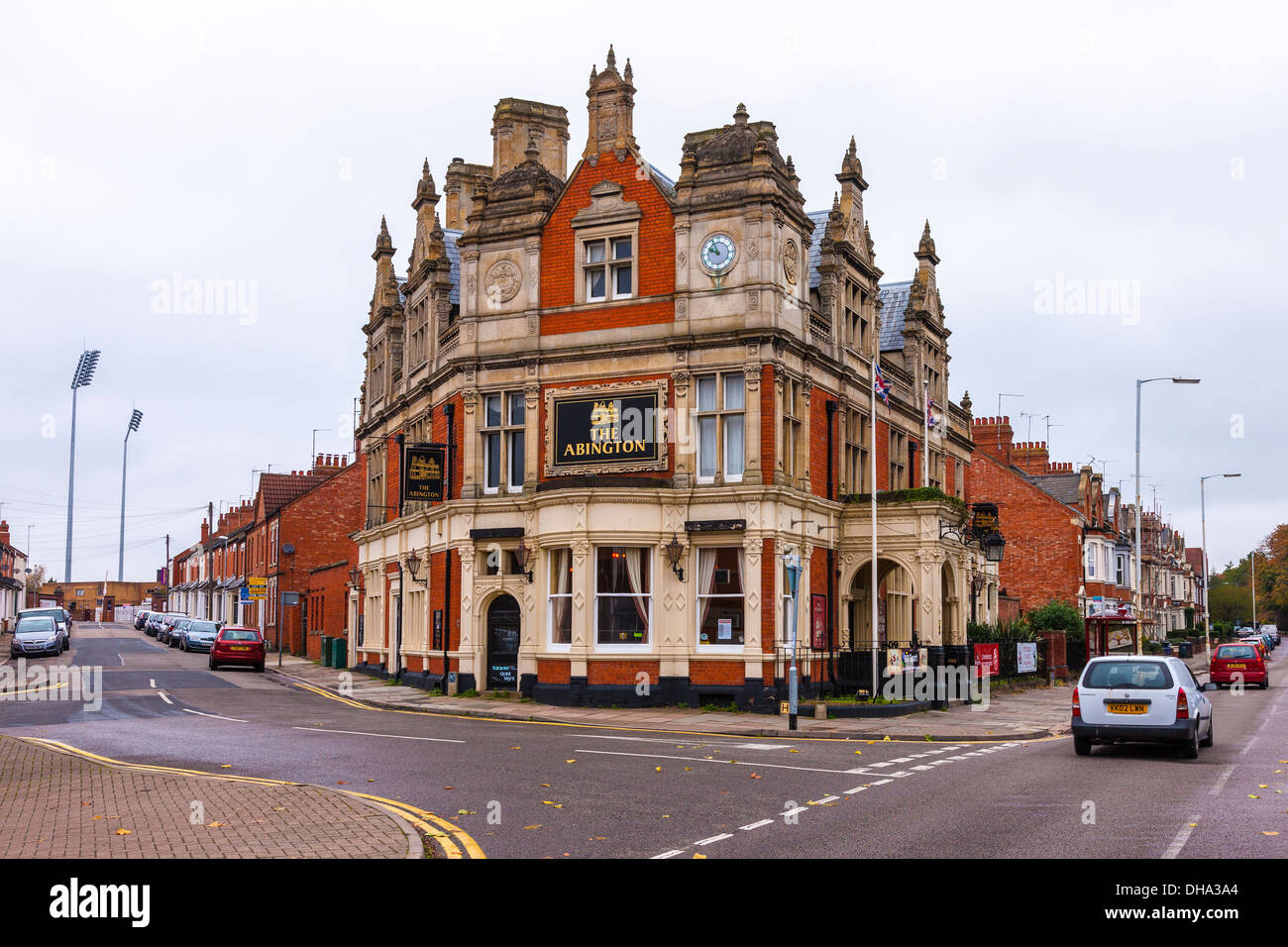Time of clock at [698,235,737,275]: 9:55
